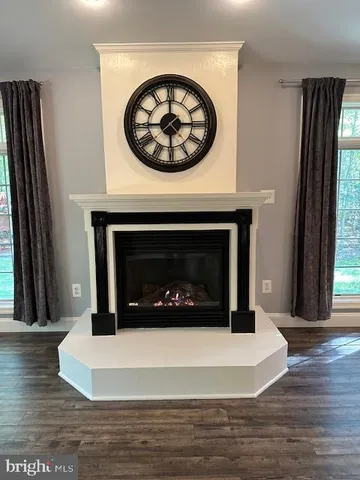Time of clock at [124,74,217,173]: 2:59
